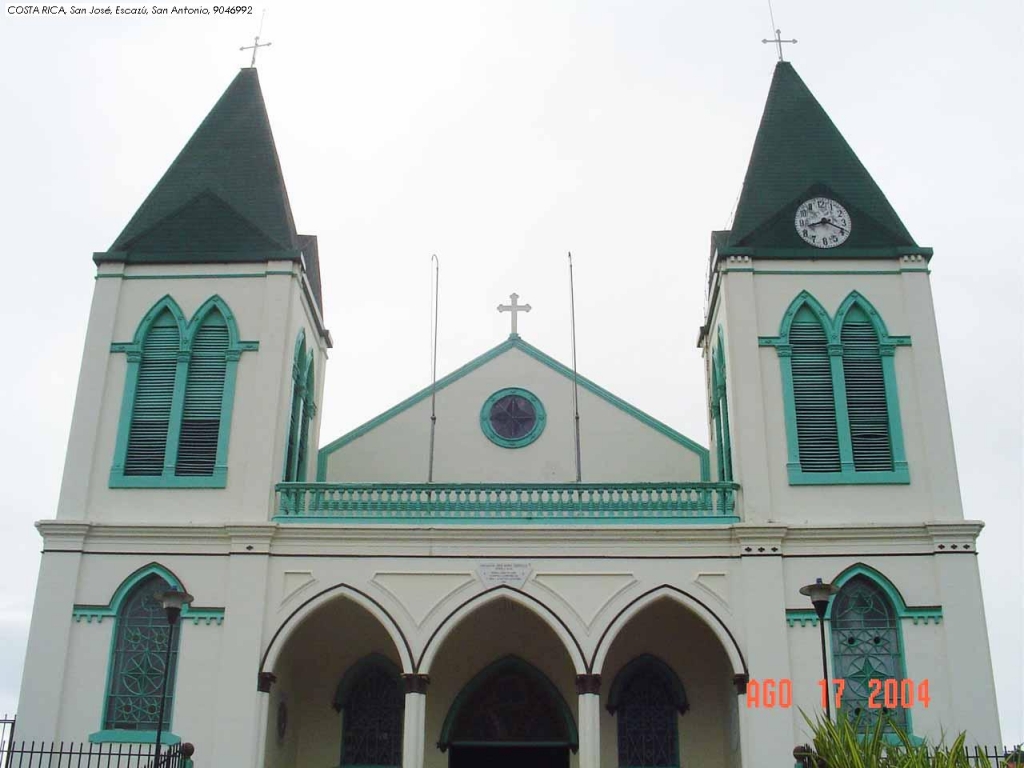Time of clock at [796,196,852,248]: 8:18
